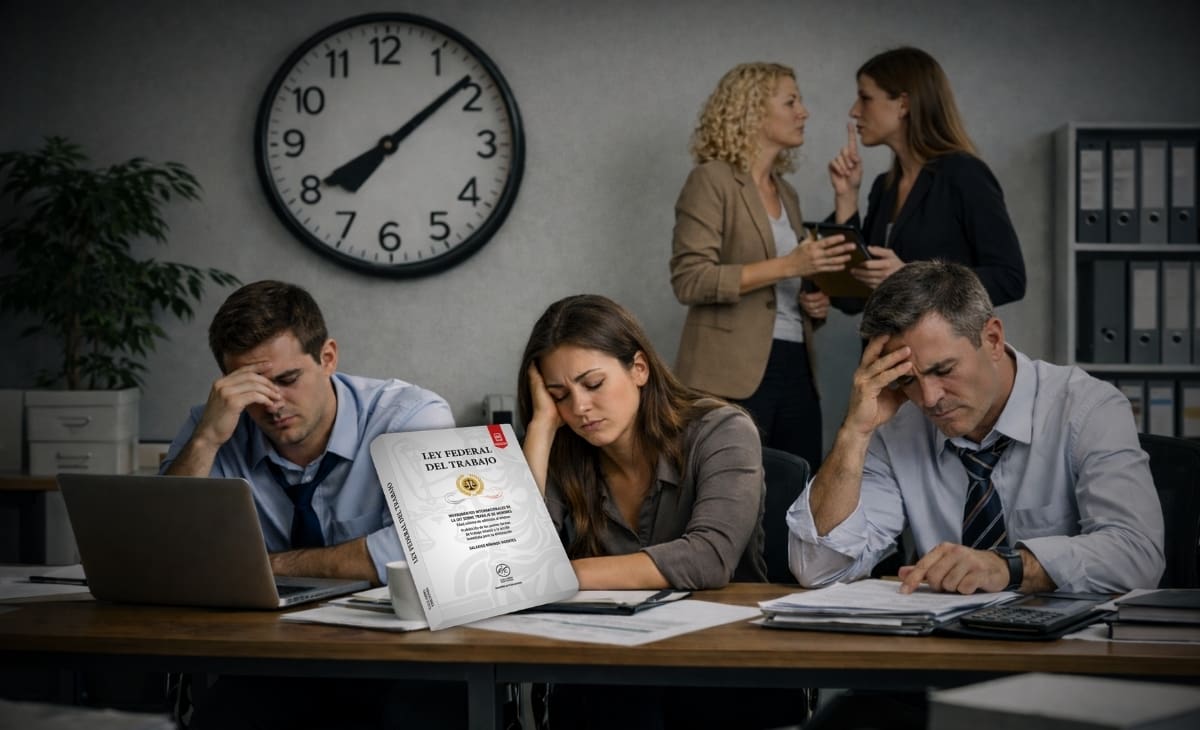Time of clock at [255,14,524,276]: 8:08
